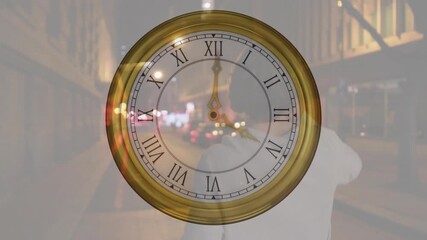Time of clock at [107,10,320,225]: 4:00
